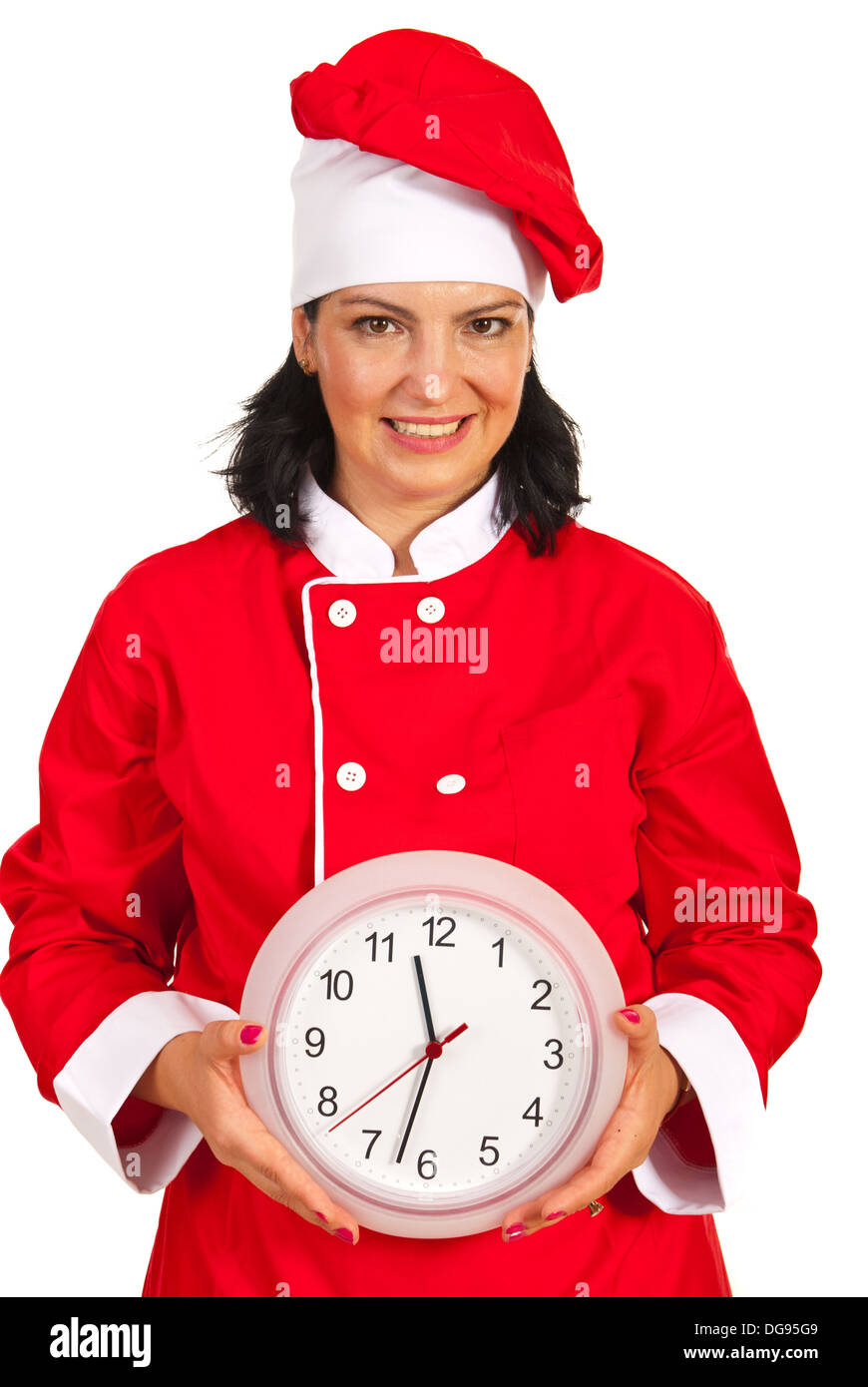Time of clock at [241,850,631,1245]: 11:32
